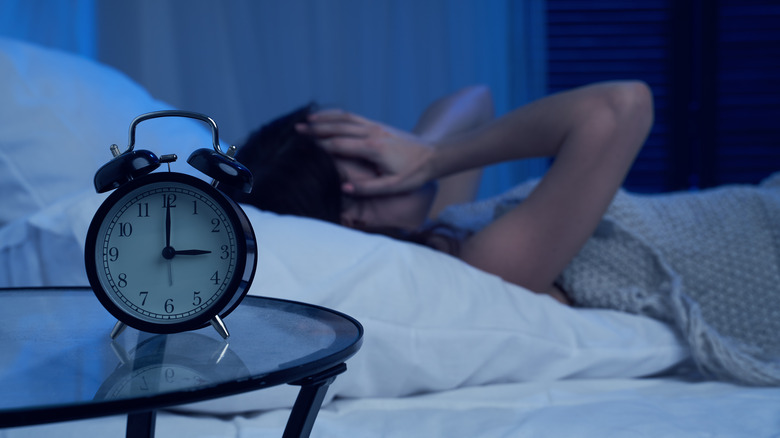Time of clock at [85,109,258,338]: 3:00
